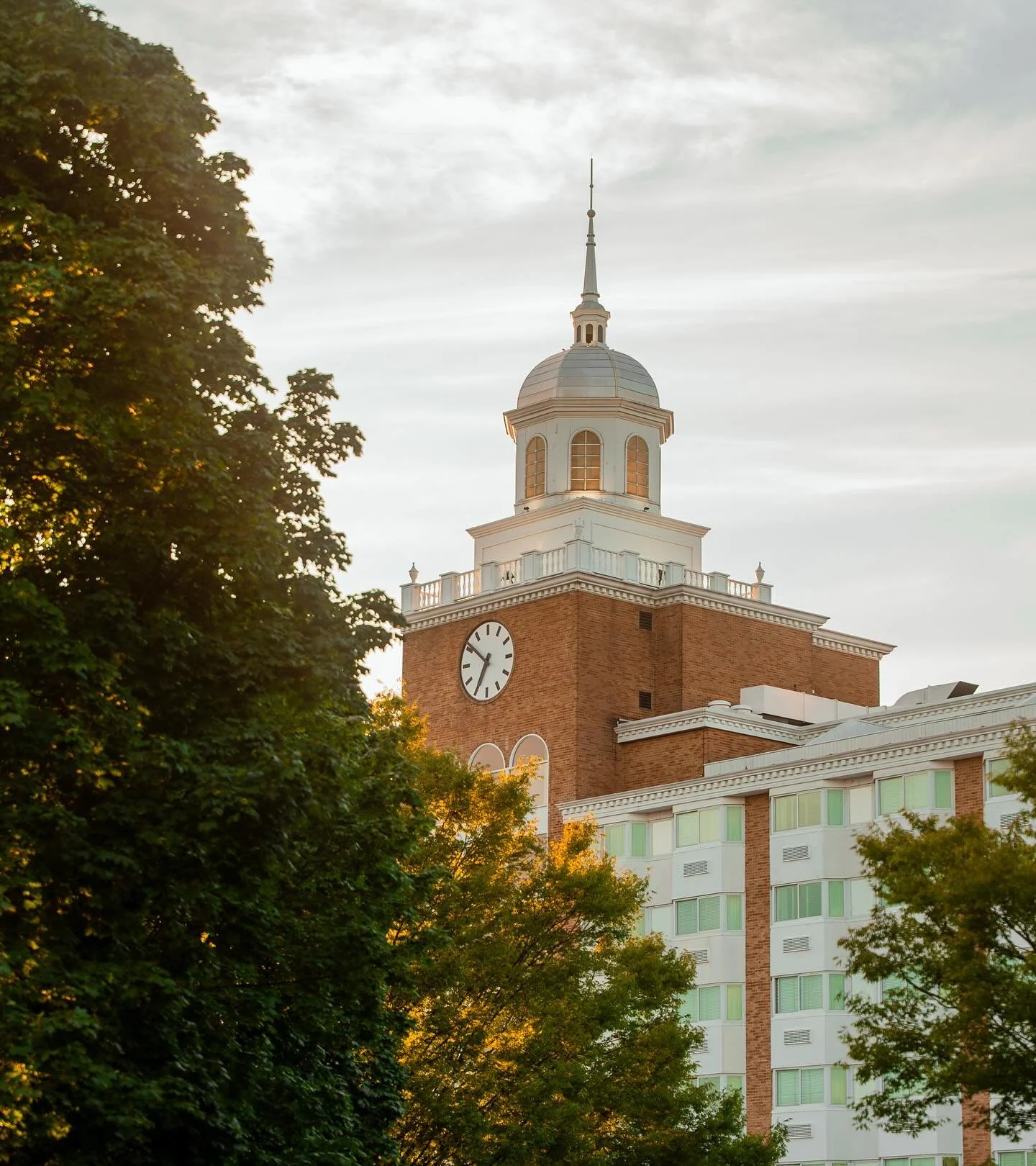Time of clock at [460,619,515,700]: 6:51
